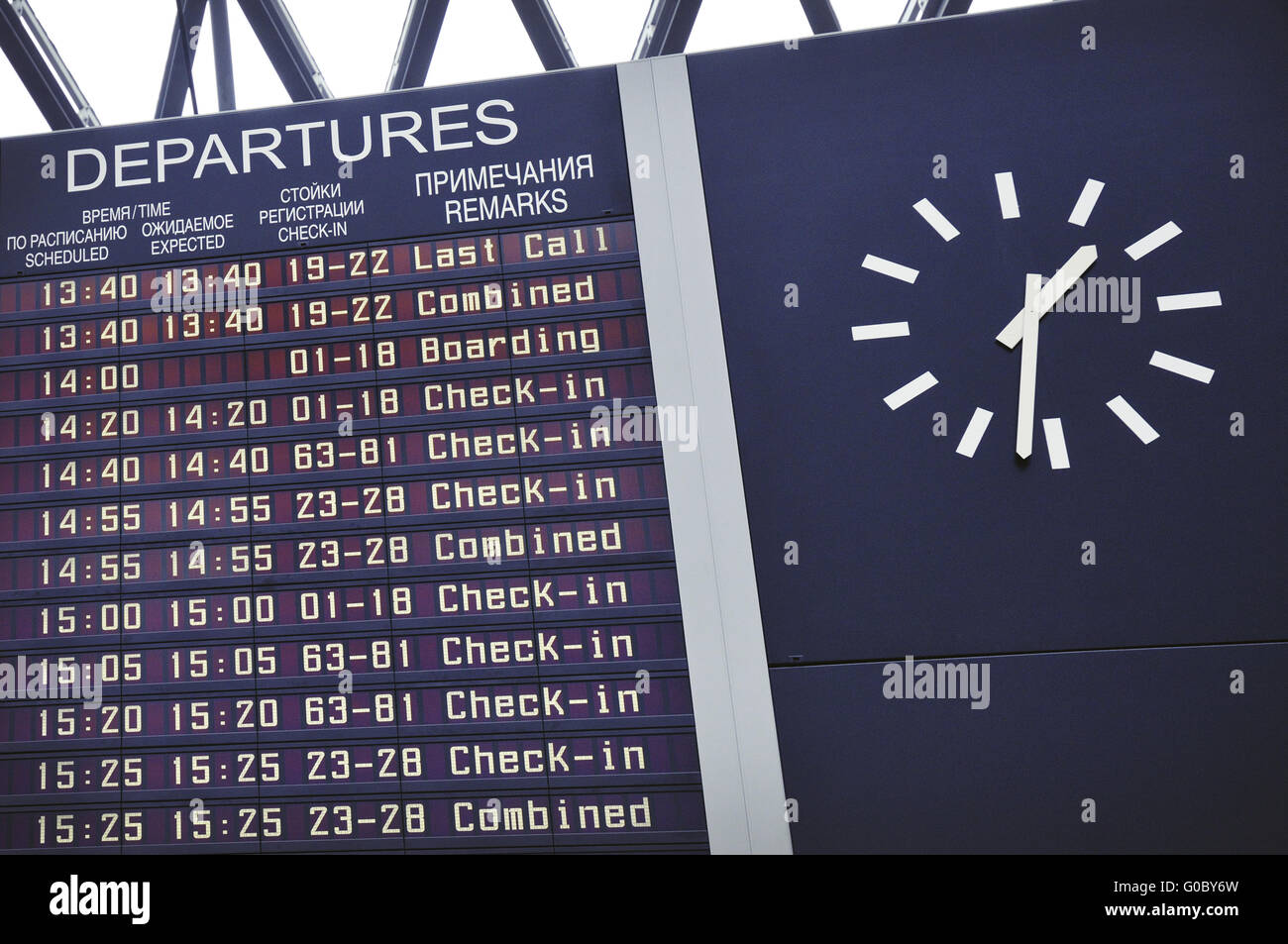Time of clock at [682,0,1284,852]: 1:32
